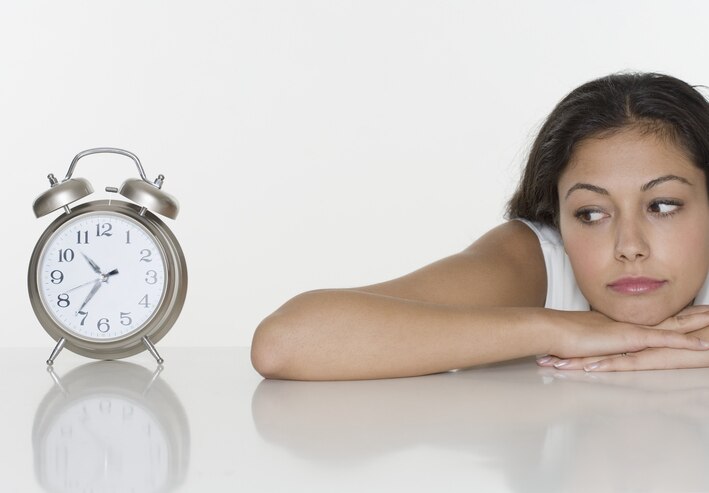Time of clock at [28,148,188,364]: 10:36
